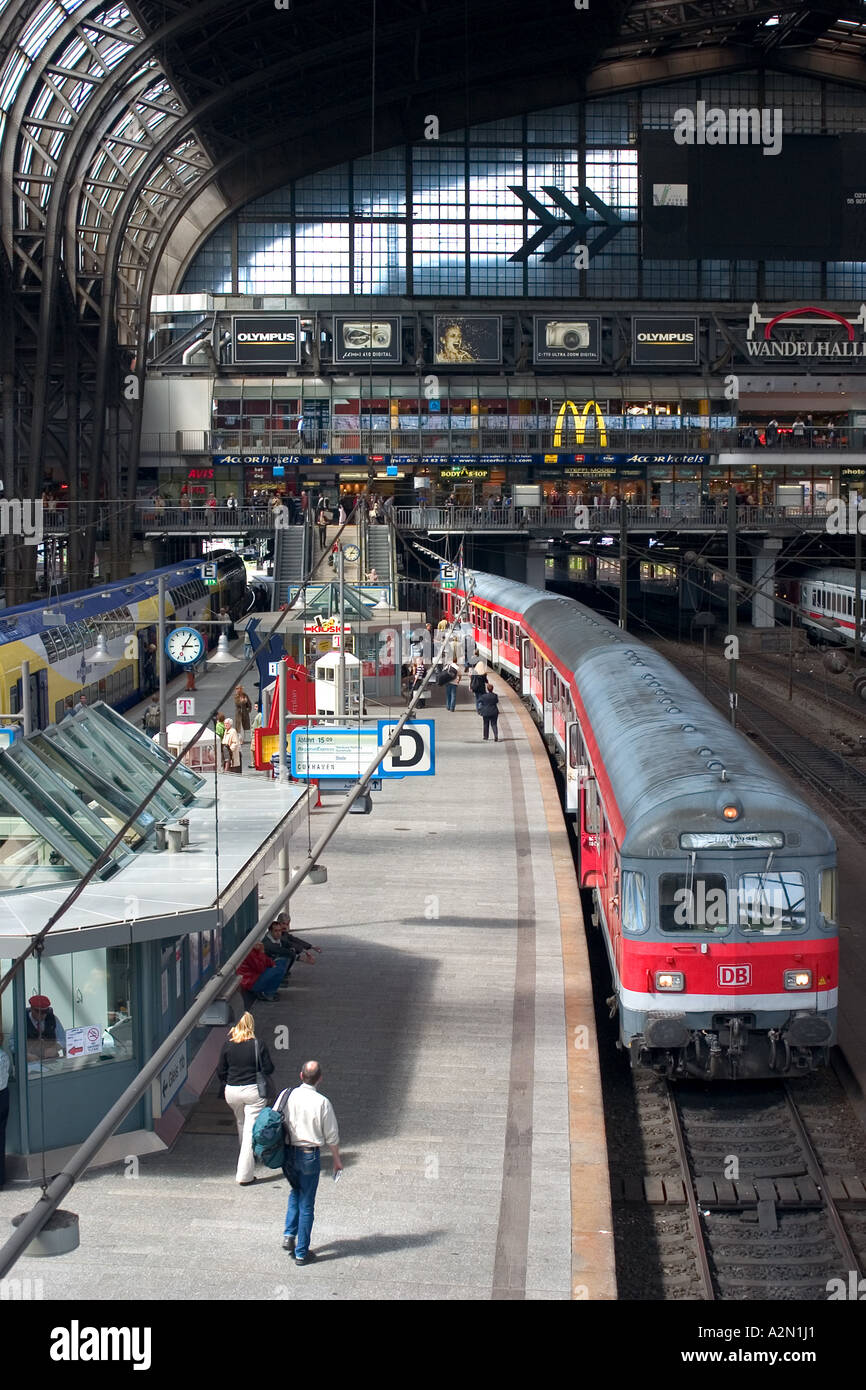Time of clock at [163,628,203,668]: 3:05
